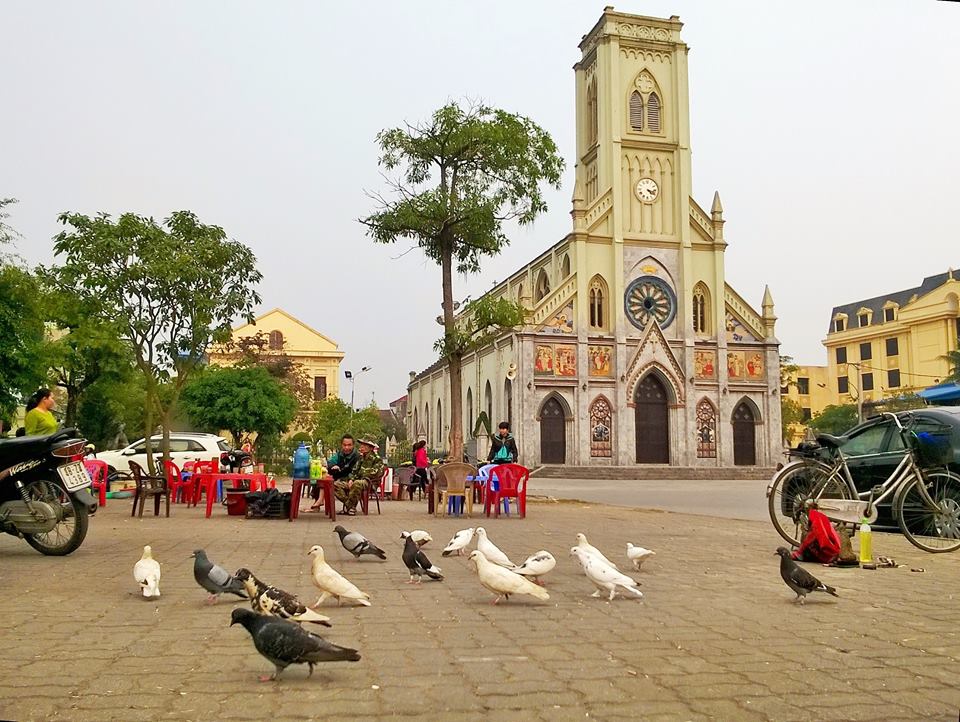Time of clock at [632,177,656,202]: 4:17
